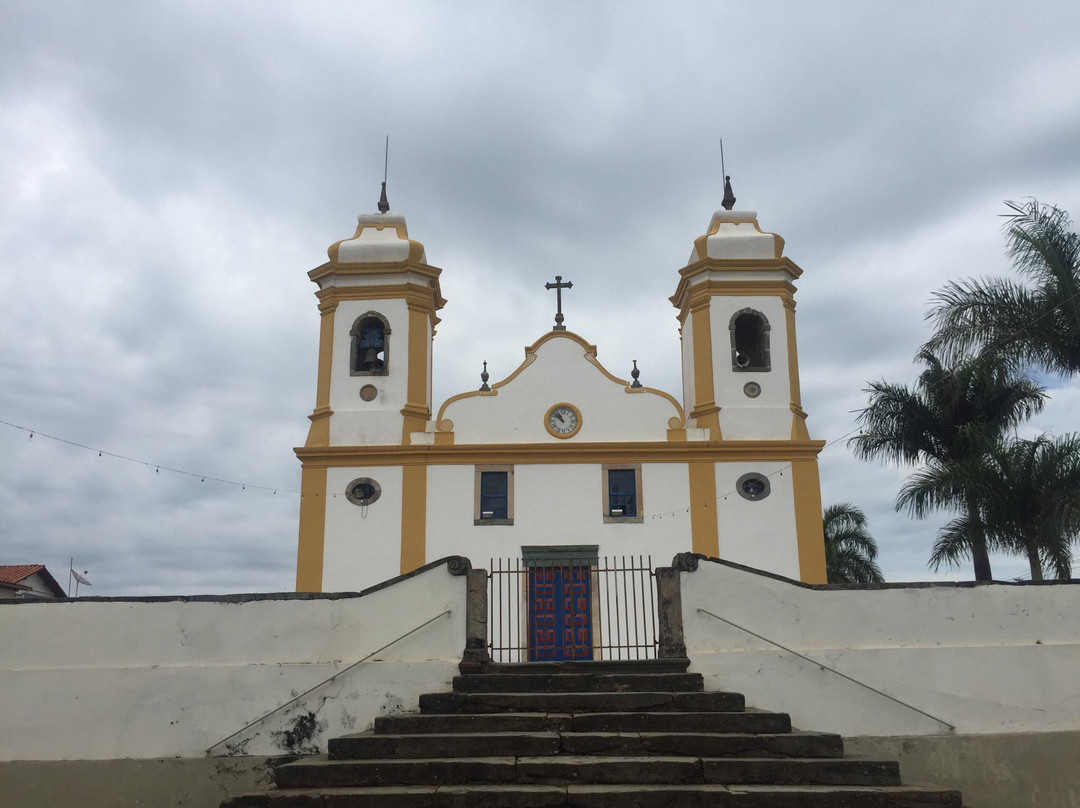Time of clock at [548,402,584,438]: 10:51
